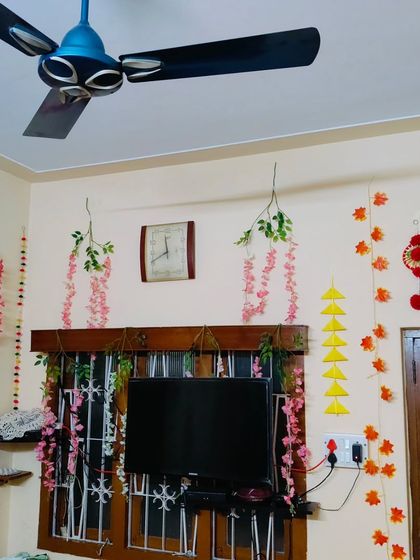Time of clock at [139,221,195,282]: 11:41
